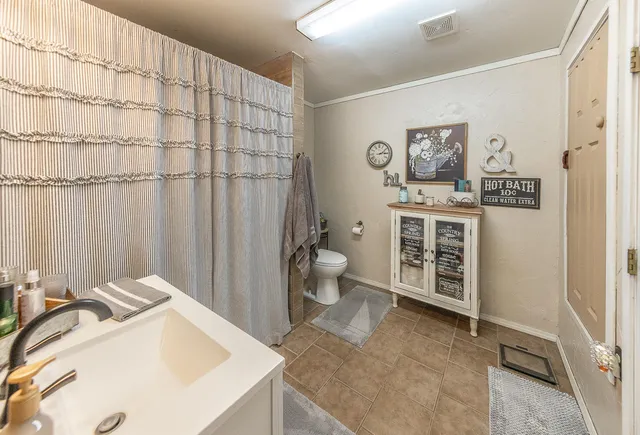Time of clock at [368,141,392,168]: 2:14
